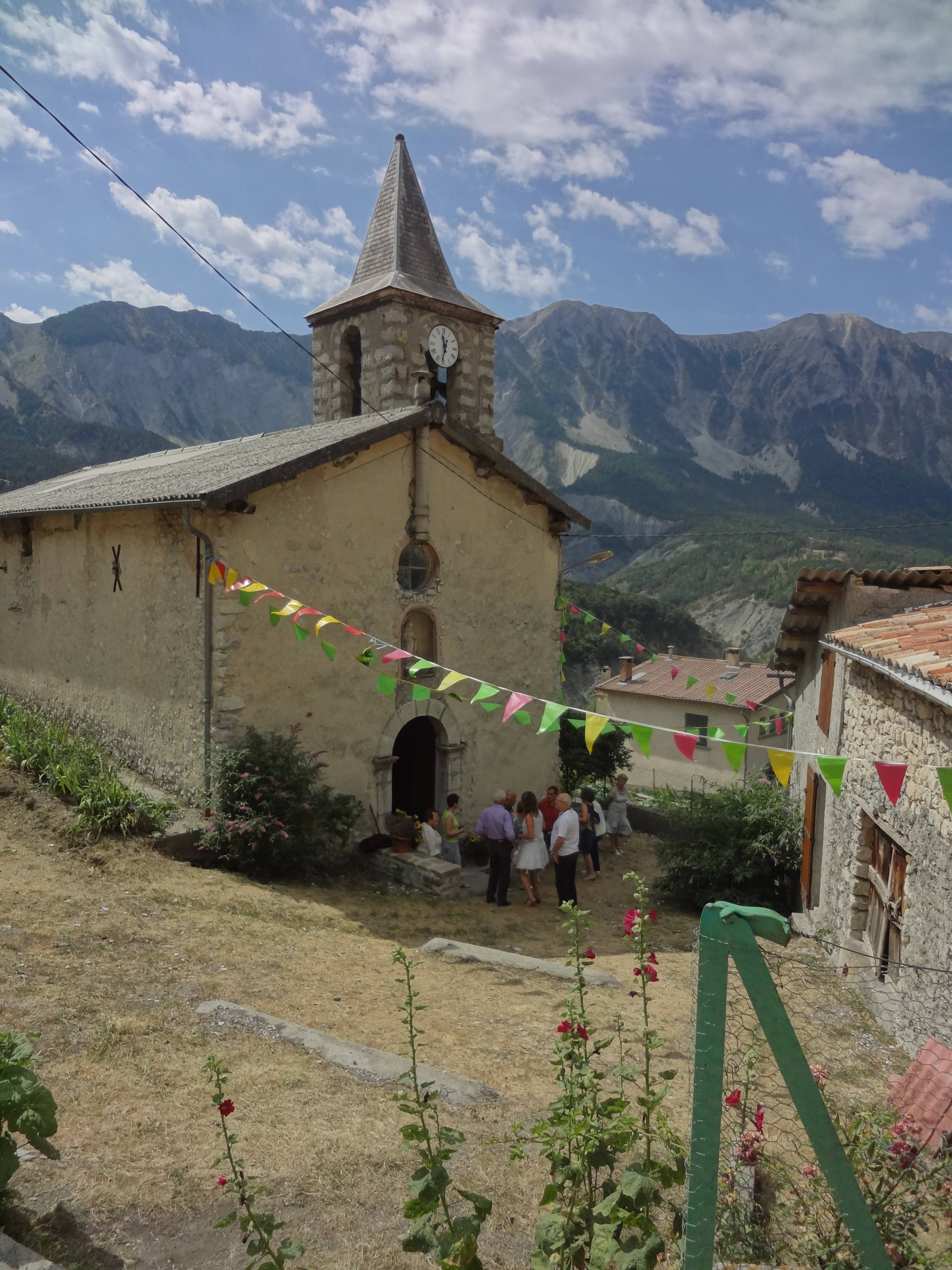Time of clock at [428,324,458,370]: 11:32
